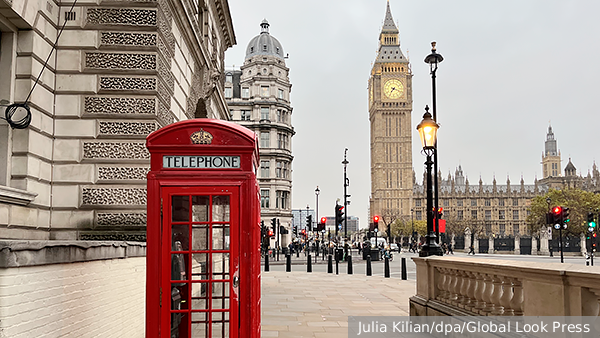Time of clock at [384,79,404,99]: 7:18
